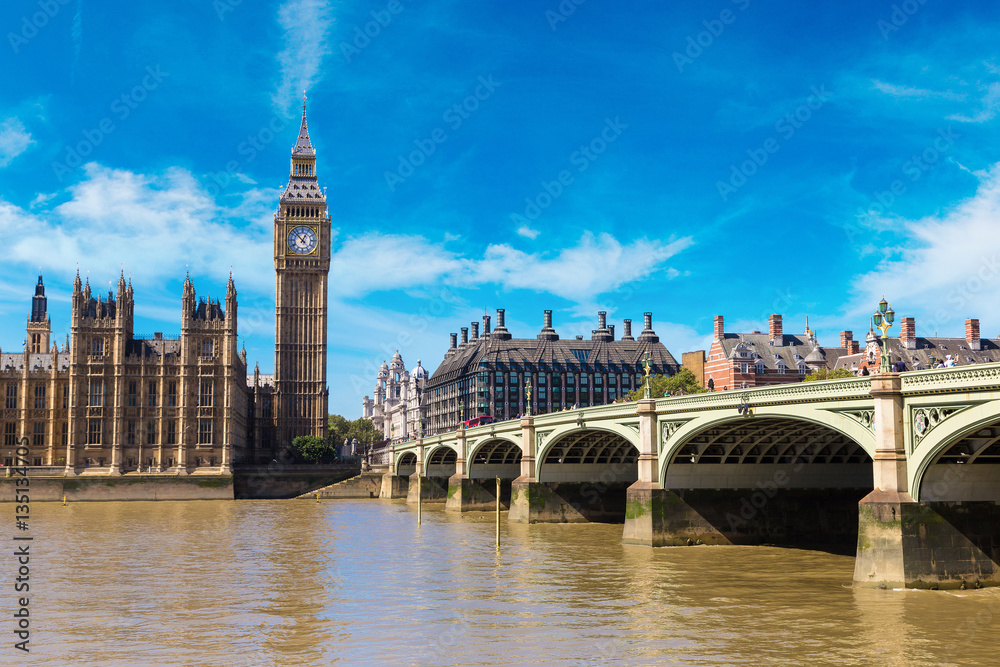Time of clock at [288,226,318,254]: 12:52
